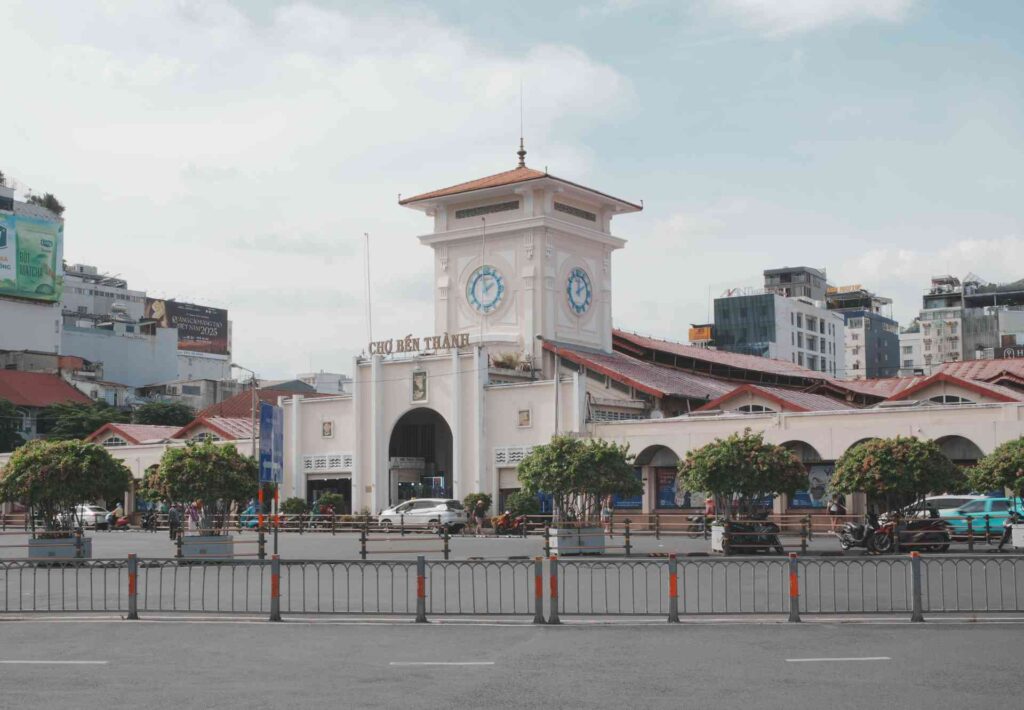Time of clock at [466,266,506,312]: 1:57
